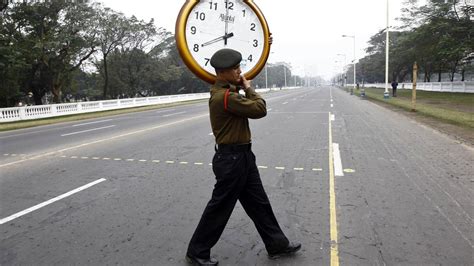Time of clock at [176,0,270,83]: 7:59
